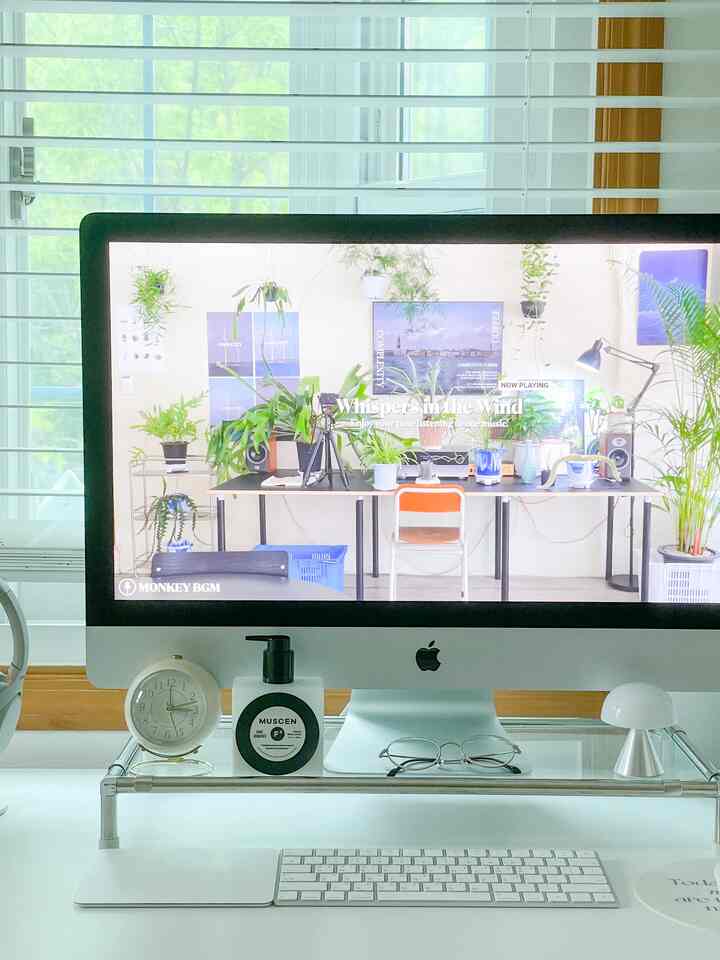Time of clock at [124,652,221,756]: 3:12
